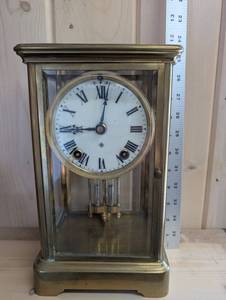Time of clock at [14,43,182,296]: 9:01
